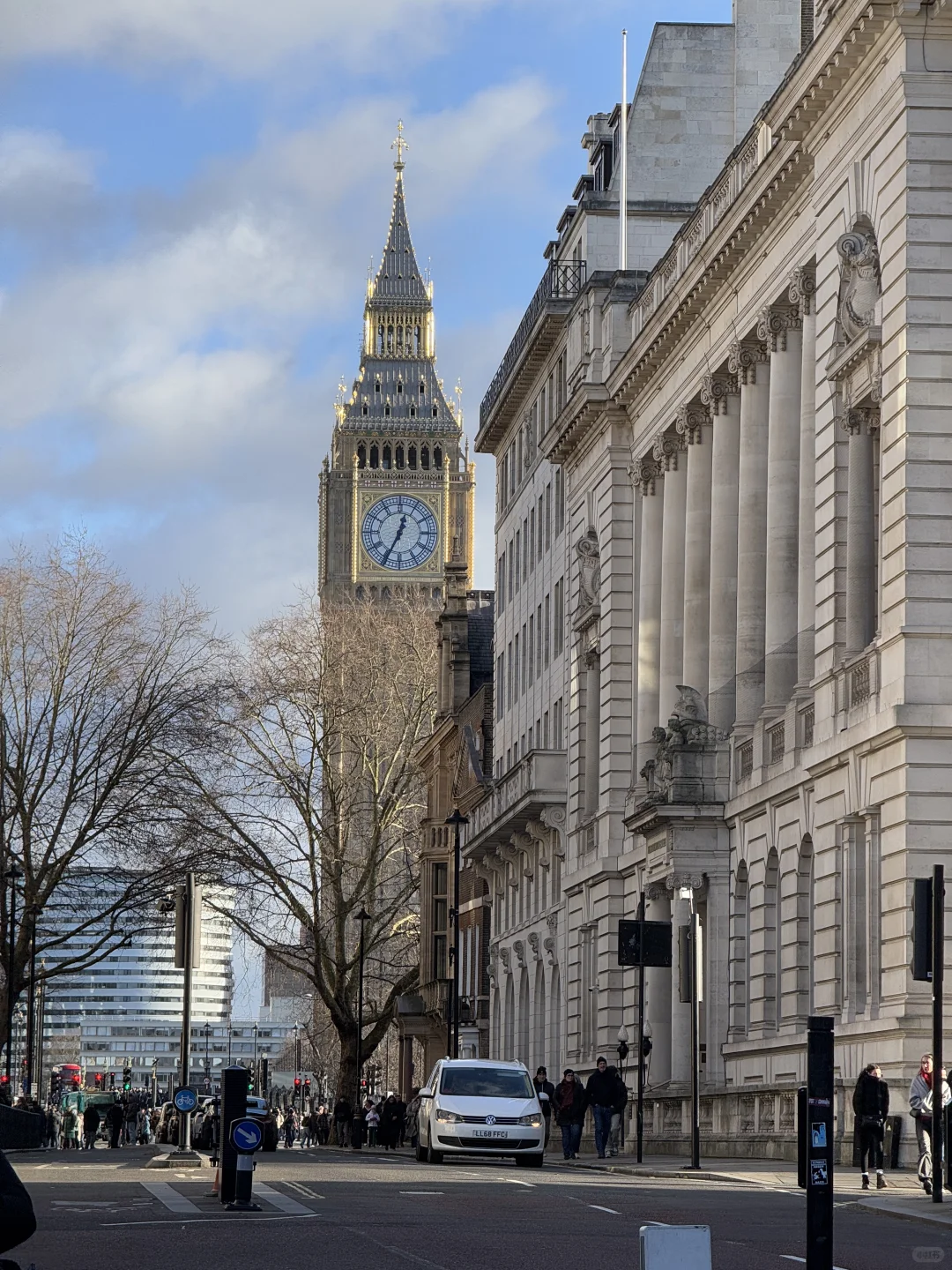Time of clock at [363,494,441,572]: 12:34
